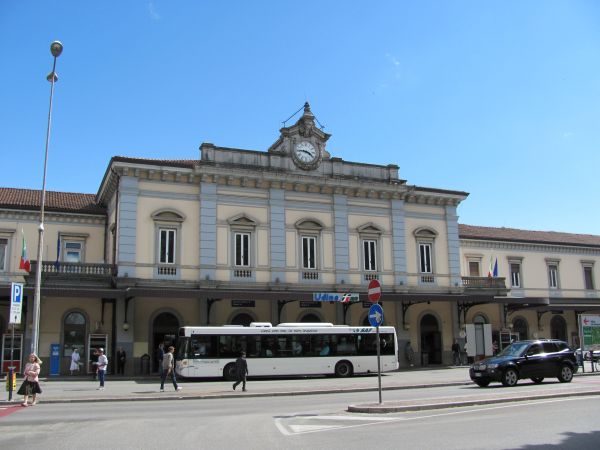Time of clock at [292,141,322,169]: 3:45
